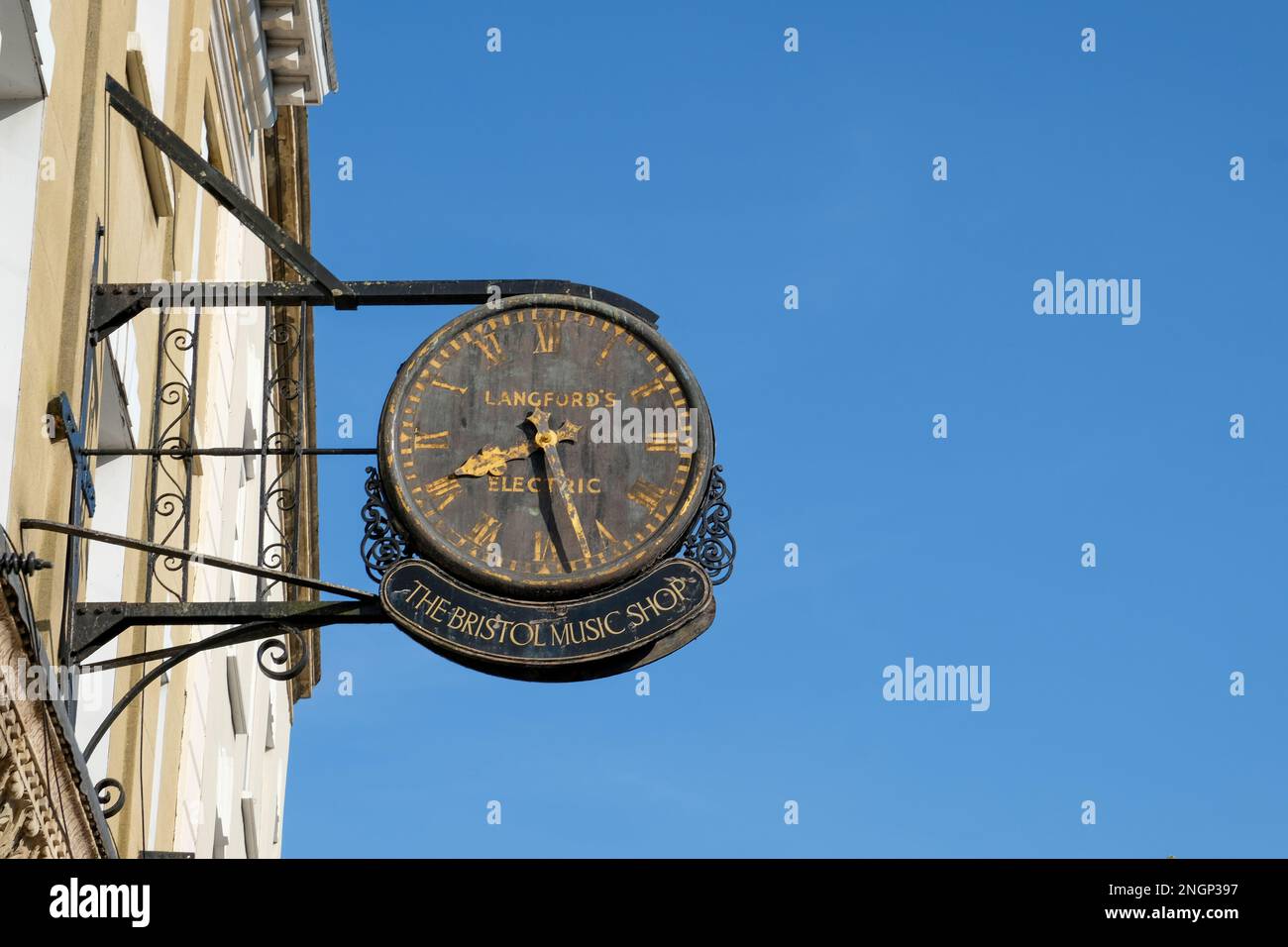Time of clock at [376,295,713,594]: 8:27
